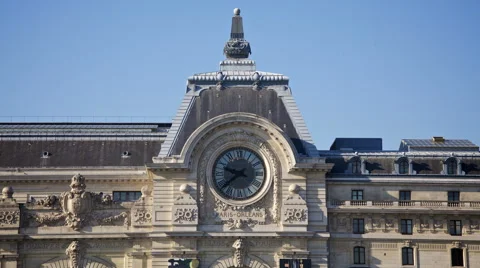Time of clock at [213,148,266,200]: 9:38
